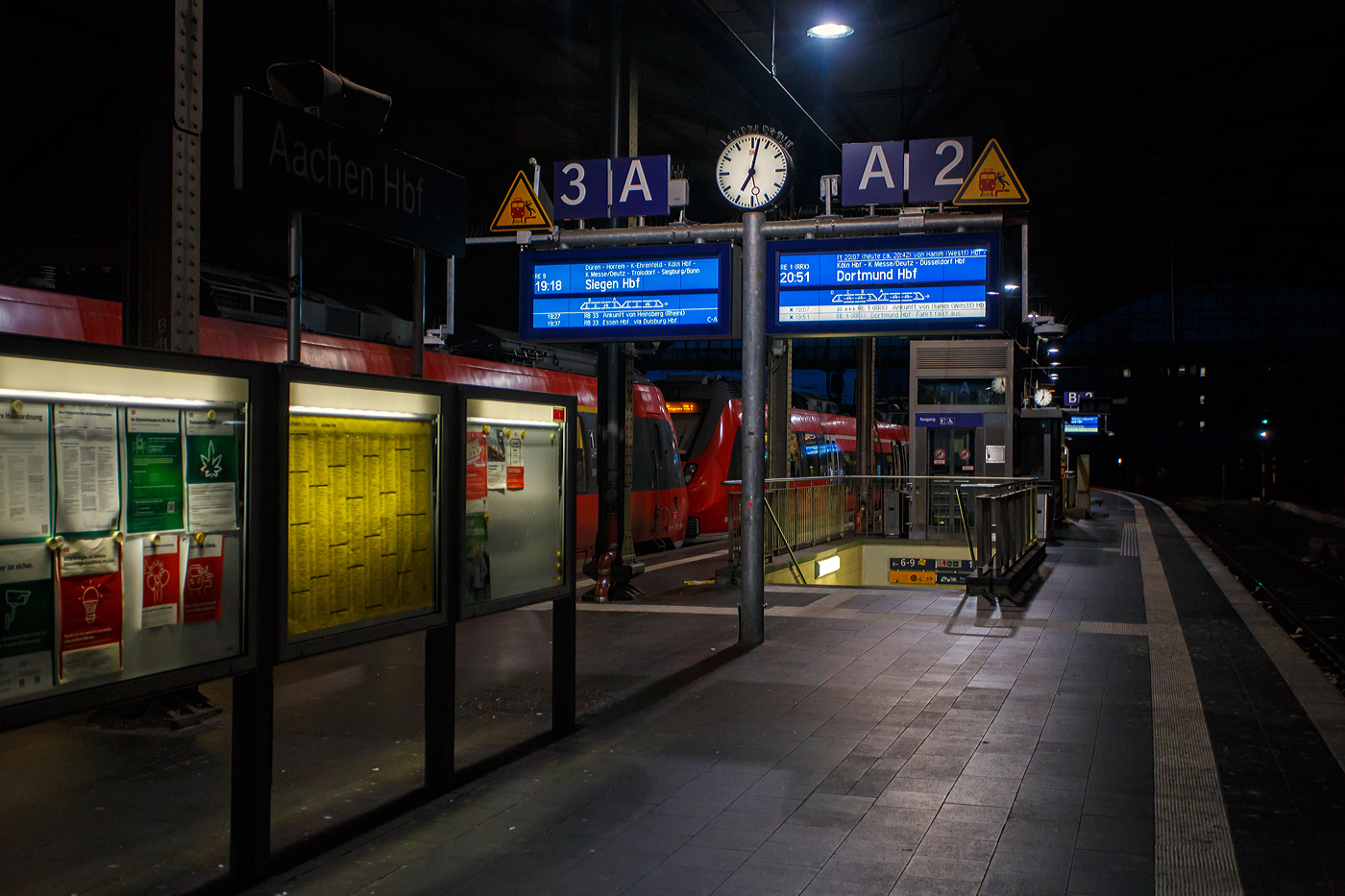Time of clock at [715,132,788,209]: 7:02
